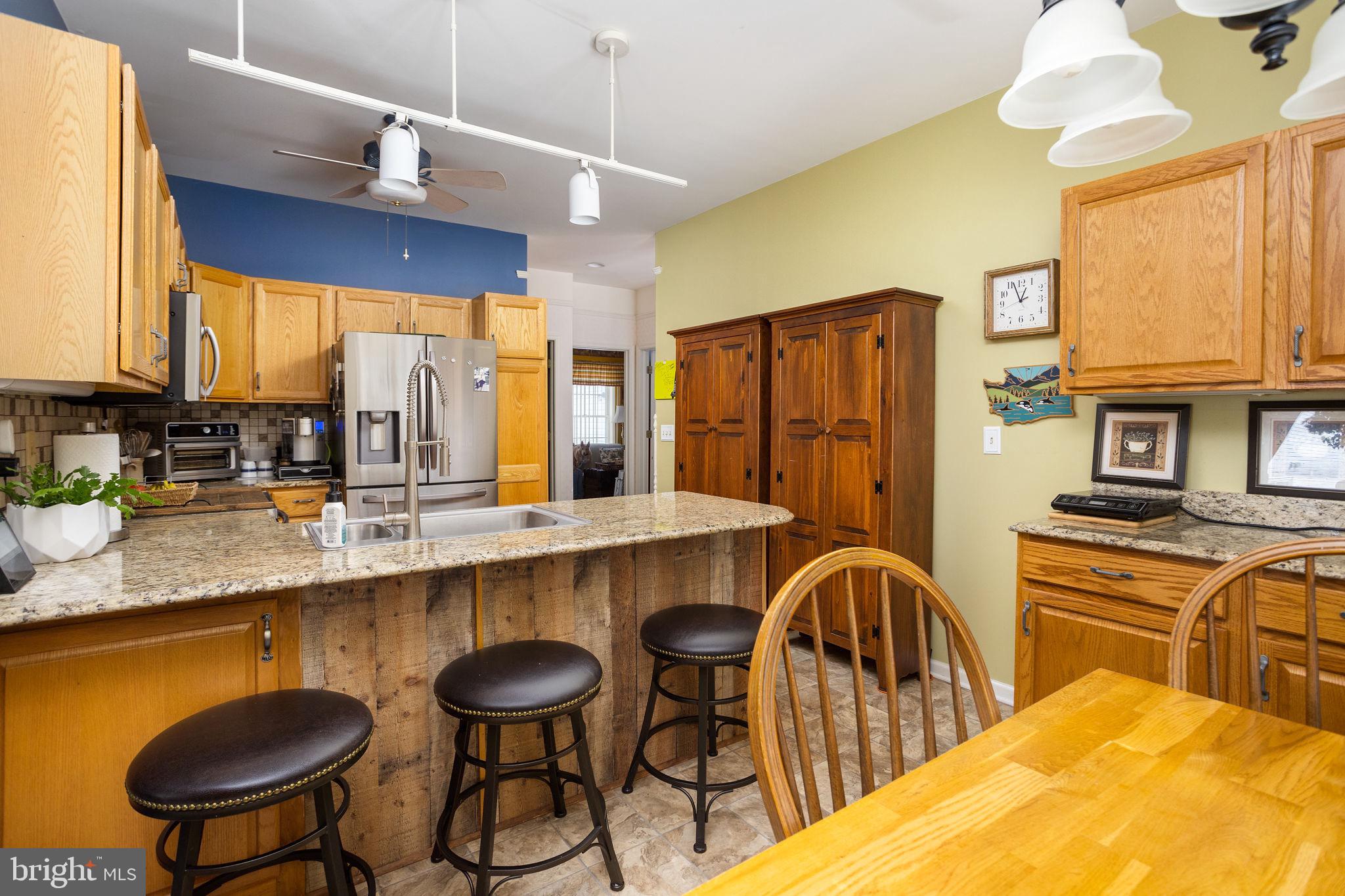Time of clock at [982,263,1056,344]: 12:56
